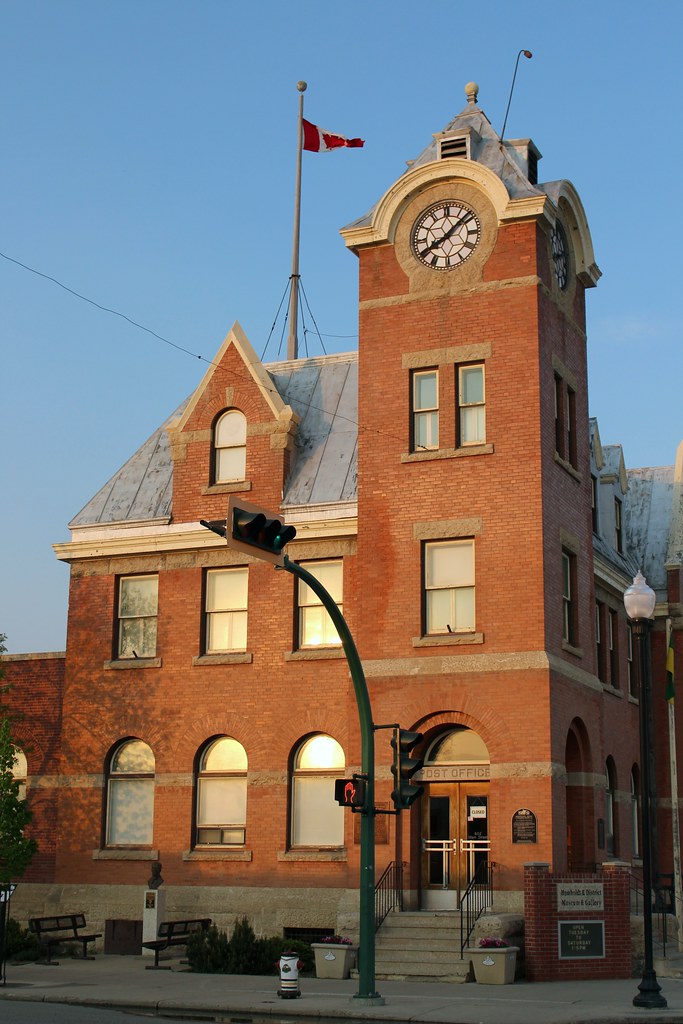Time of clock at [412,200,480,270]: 8:07
